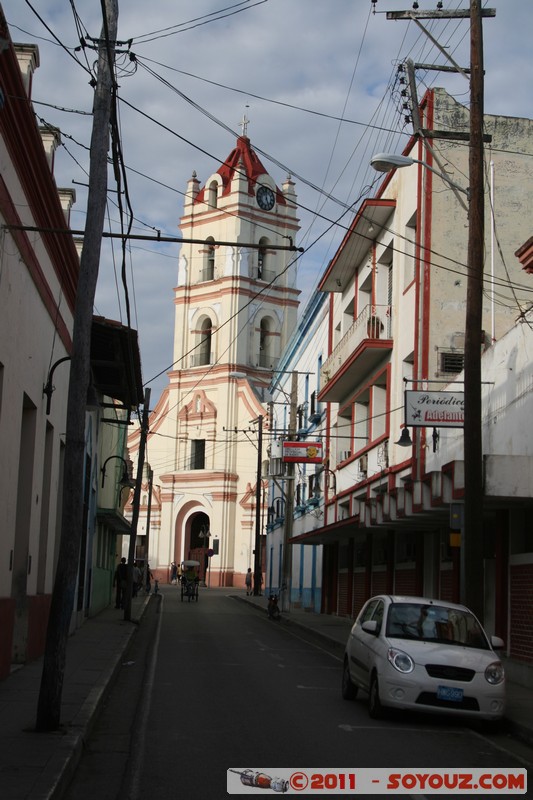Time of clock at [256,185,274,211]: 4:59
